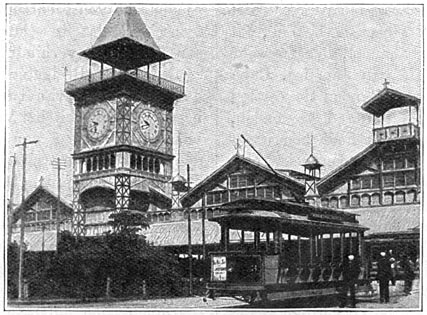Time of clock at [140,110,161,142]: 9:41
